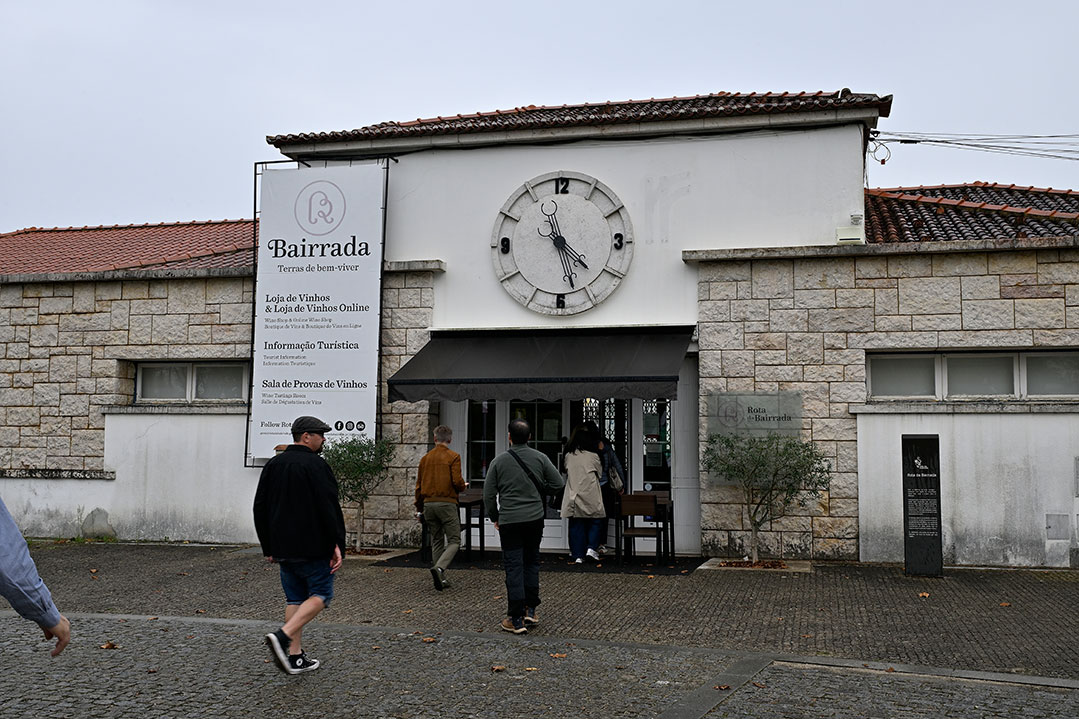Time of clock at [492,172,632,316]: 4:27
